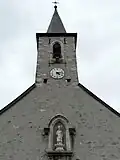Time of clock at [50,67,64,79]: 4:12
